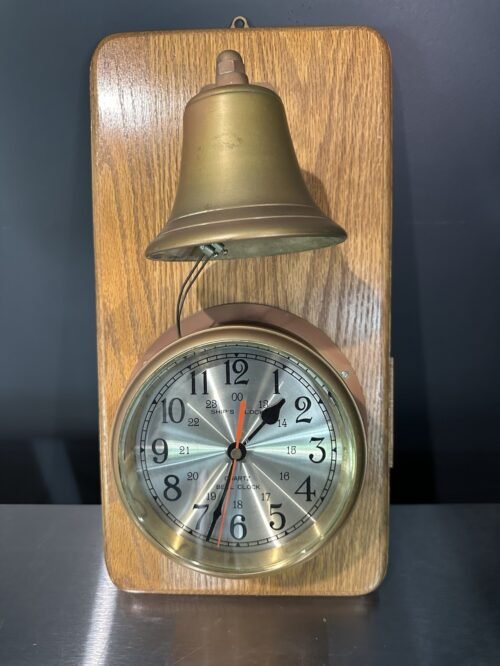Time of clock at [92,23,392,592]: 1:33
